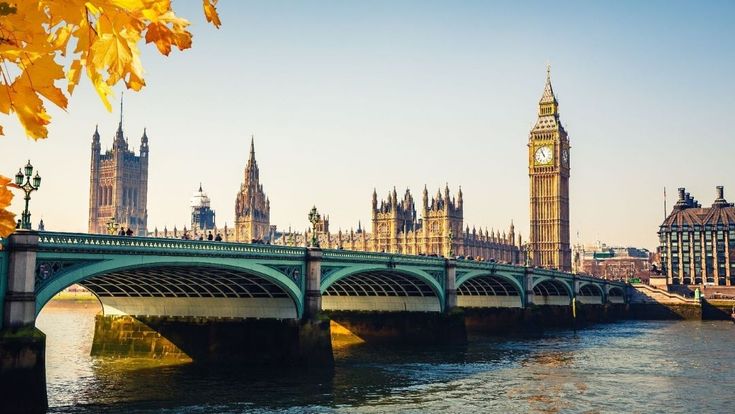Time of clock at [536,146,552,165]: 10:56
